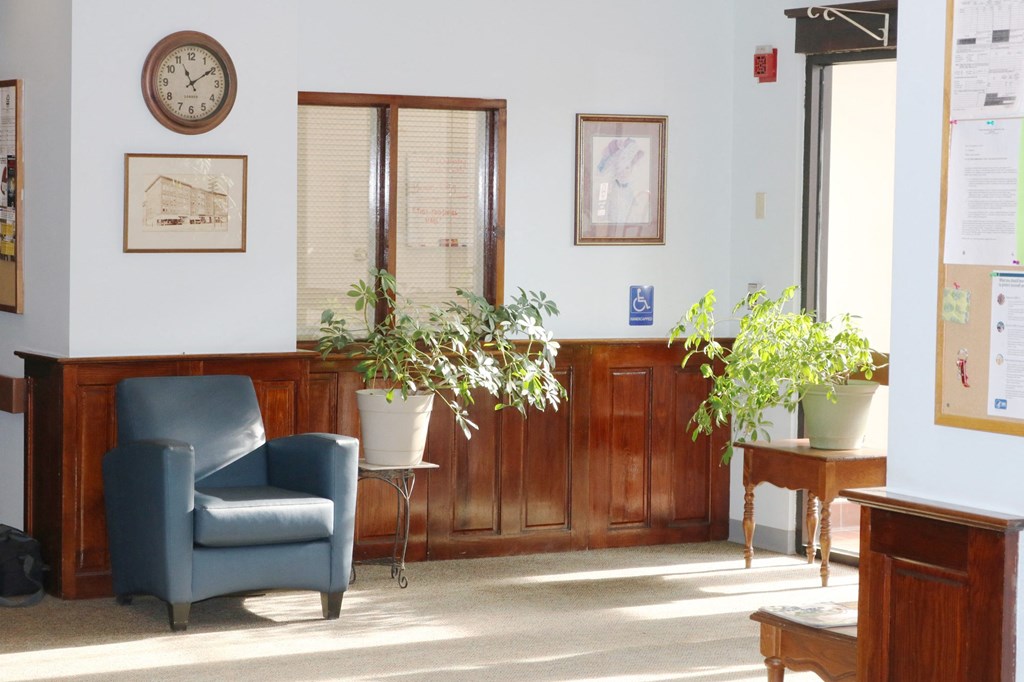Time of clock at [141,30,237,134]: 11:09
